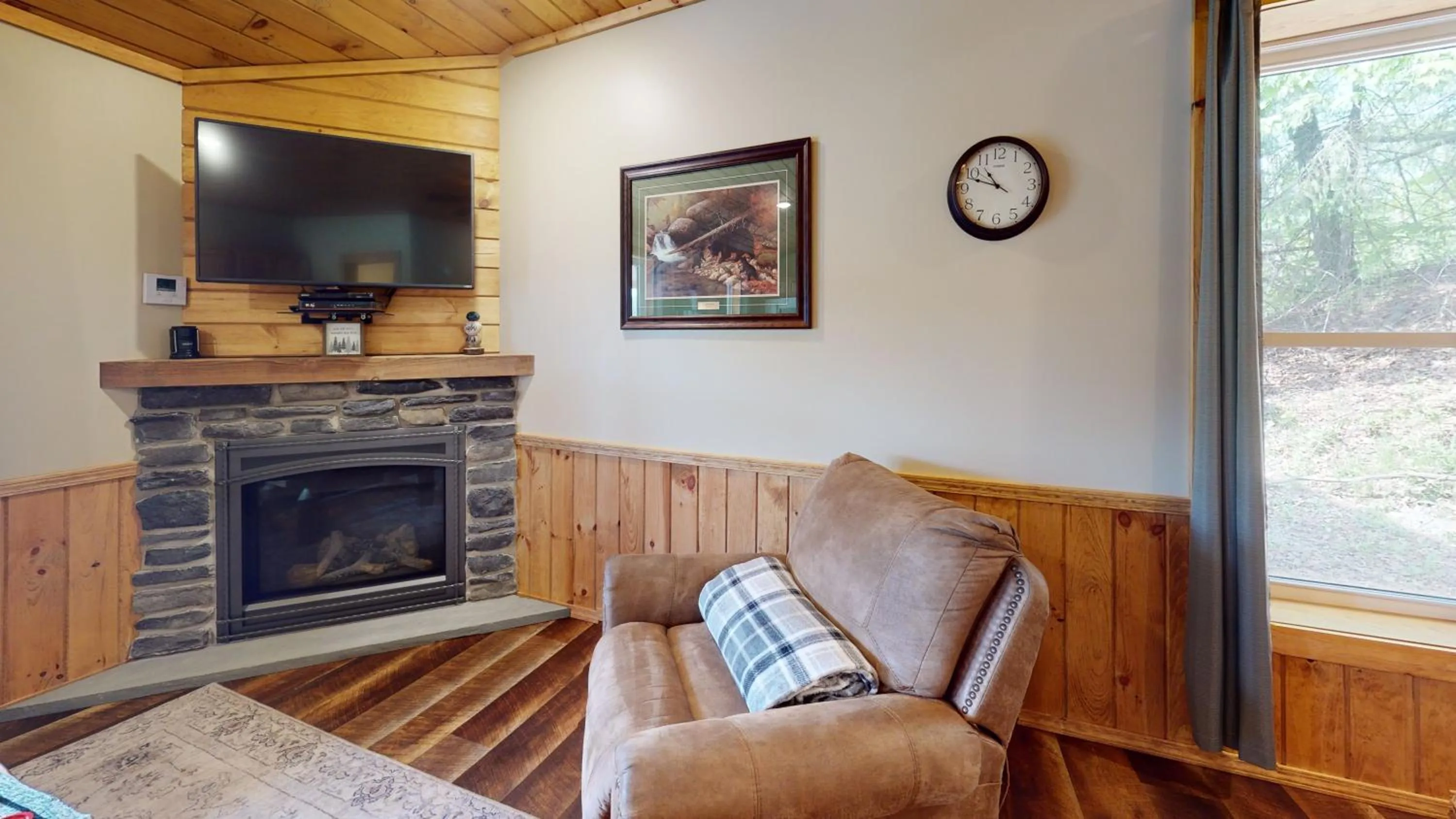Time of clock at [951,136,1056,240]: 10:48
